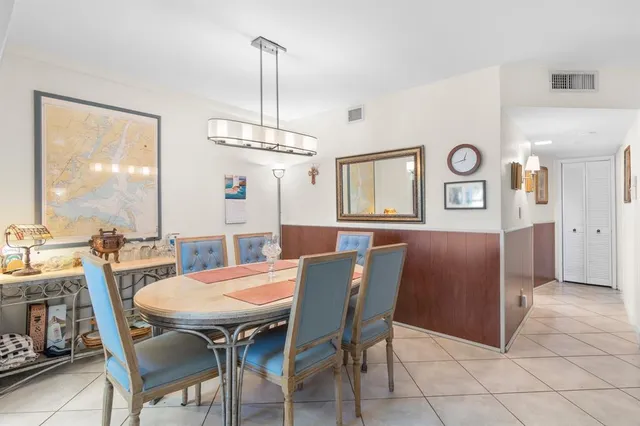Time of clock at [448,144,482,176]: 12:42
